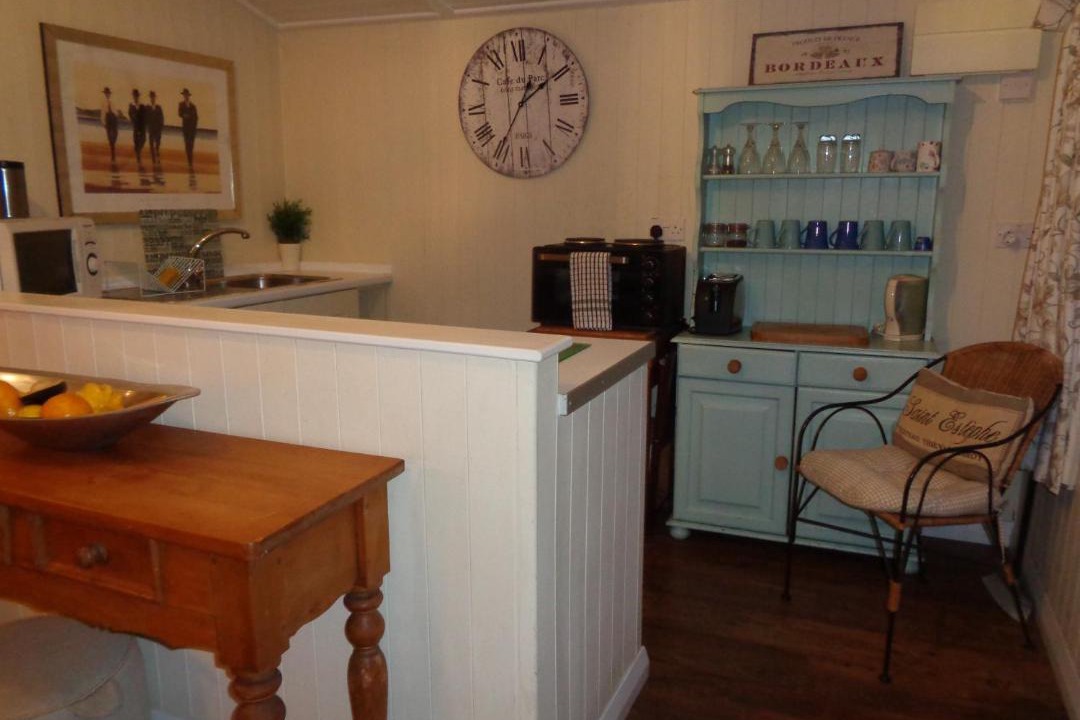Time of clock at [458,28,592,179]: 1:09
